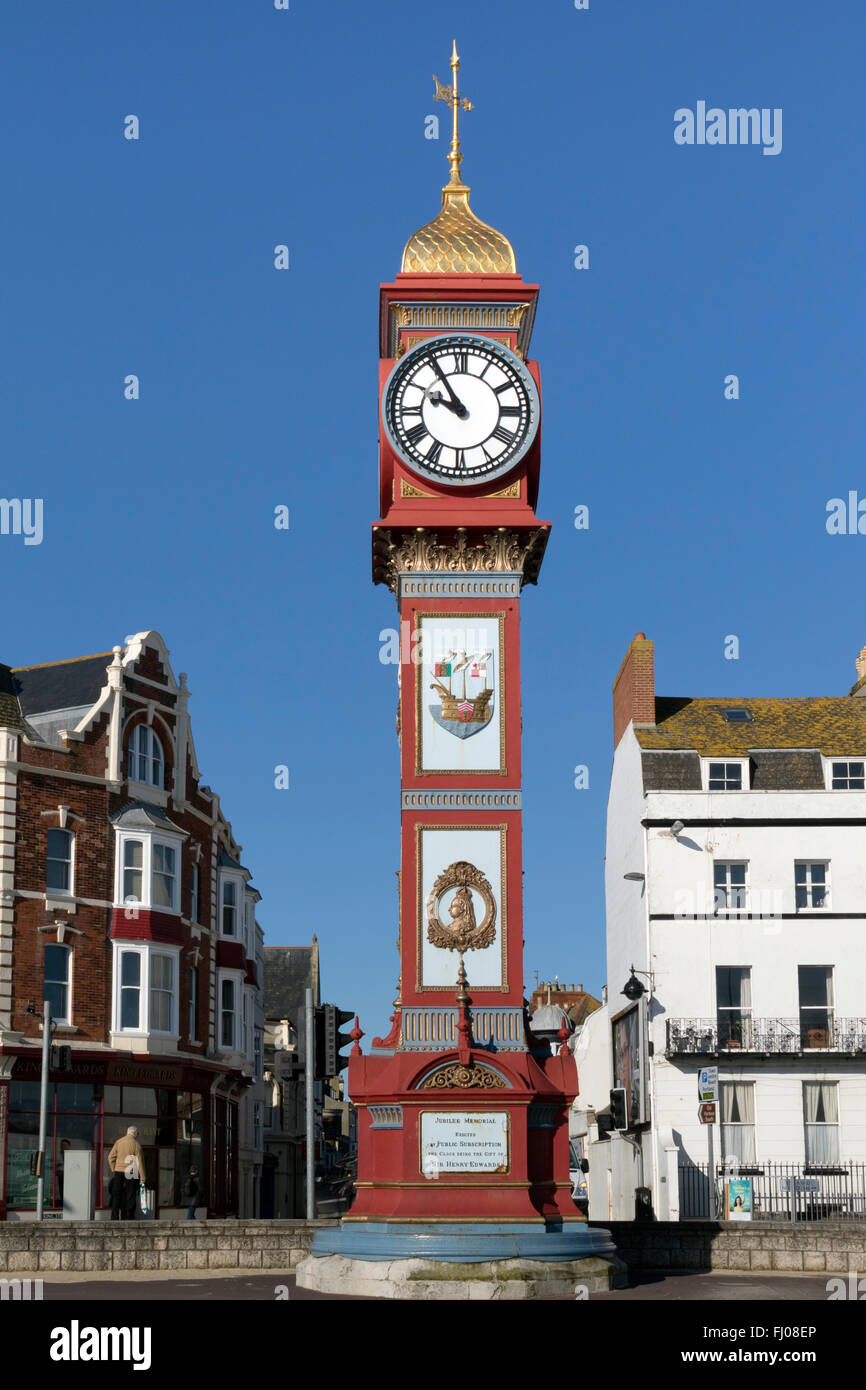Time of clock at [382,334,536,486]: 9:54
